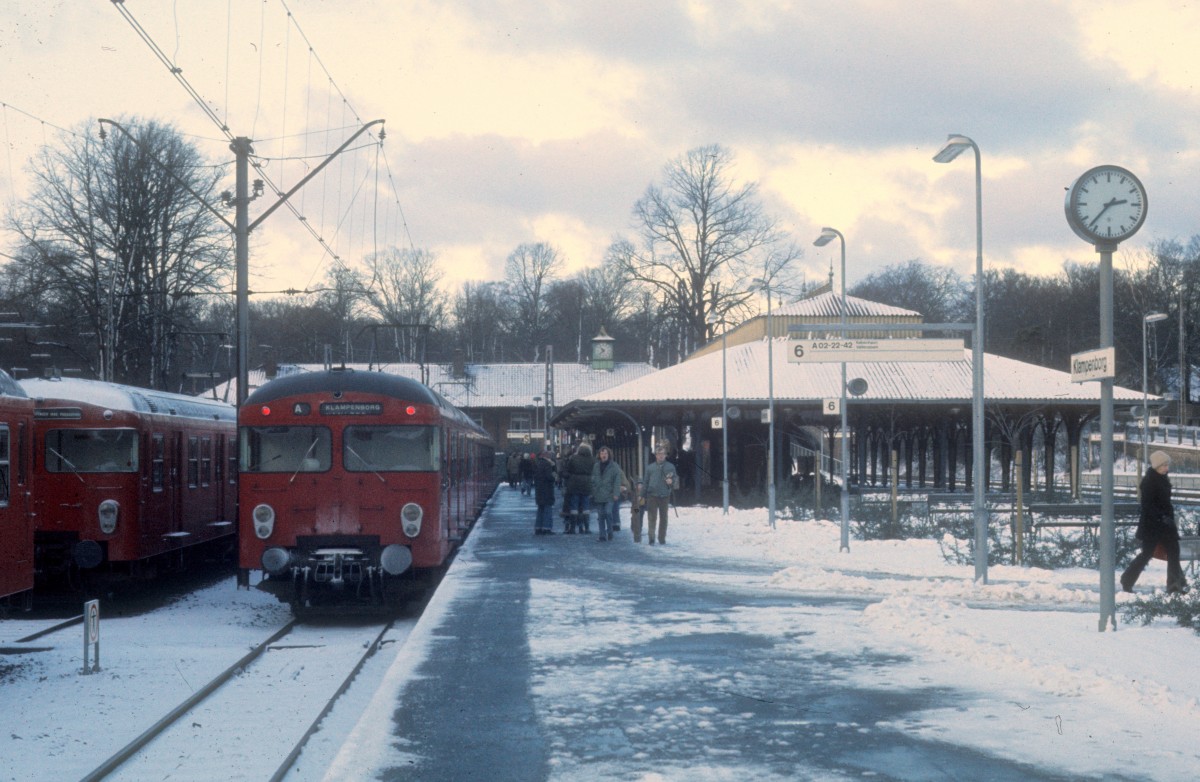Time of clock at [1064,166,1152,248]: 2:36
